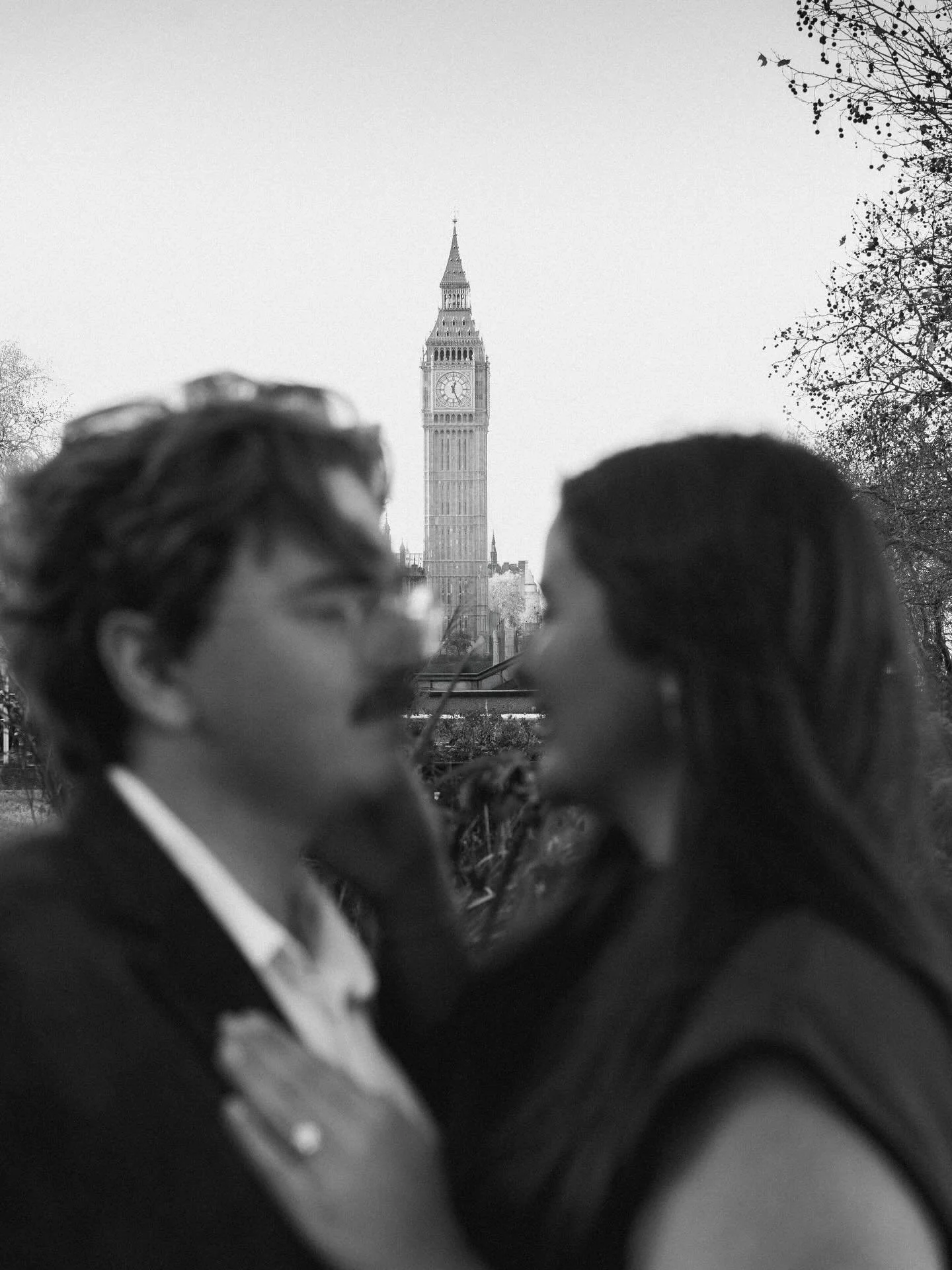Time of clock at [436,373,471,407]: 12:26
